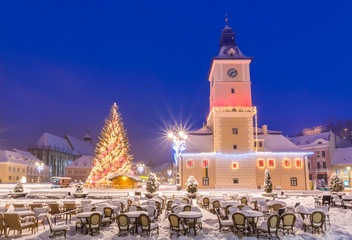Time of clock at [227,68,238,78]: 7:12
